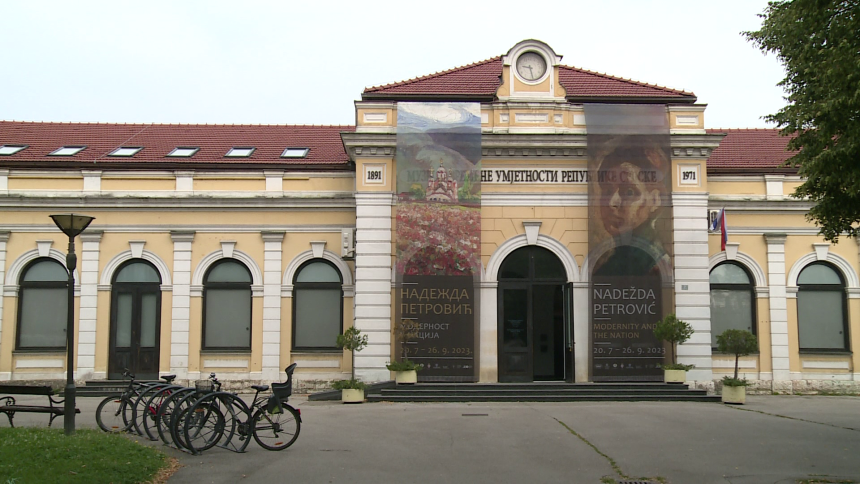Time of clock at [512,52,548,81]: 9:28
